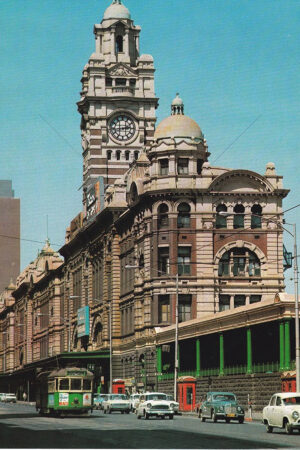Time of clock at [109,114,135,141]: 2:43
